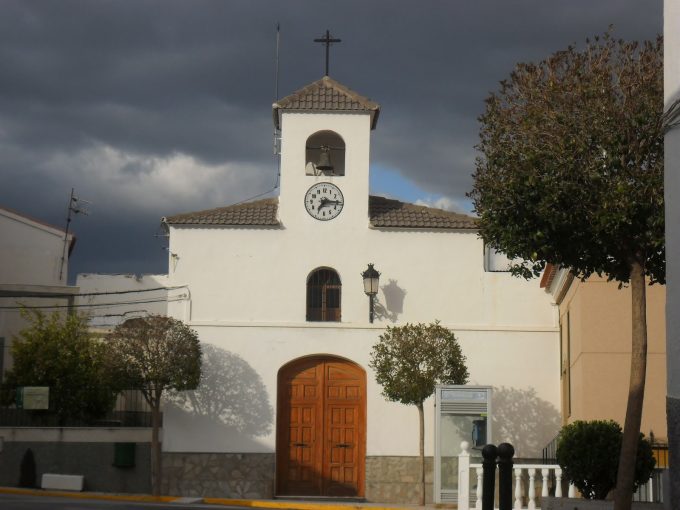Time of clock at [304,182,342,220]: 7:15
